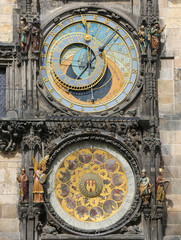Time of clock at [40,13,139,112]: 7:07
